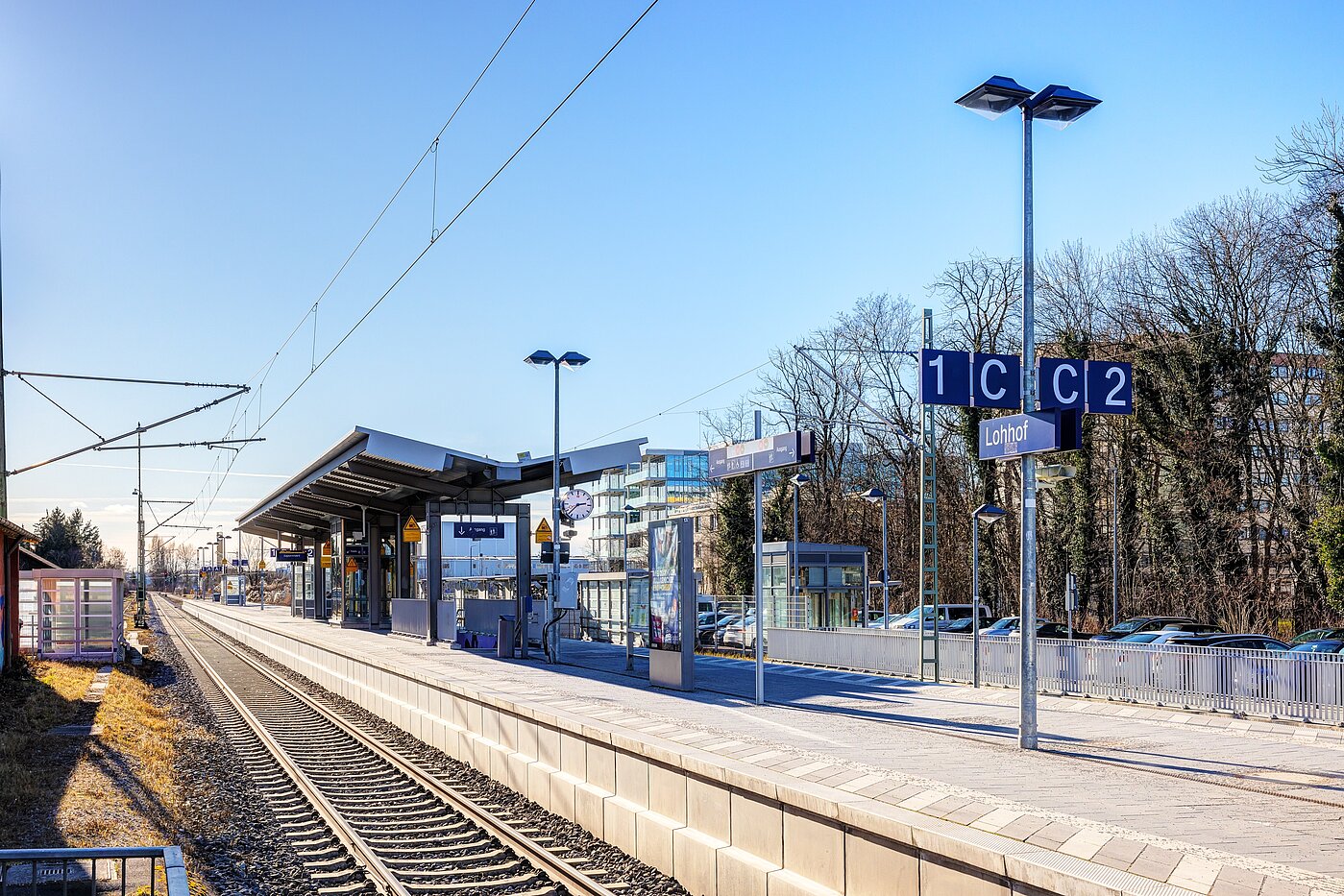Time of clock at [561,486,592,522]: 2:37
